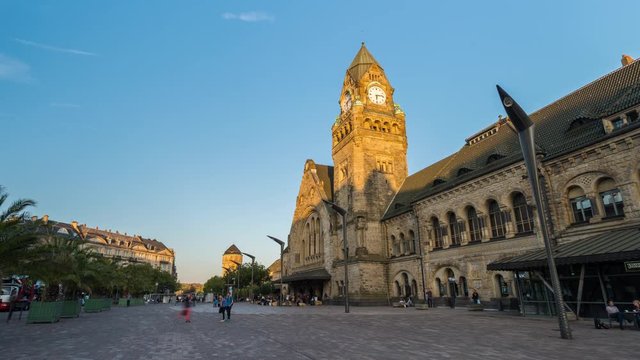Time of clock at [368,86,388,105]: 6:13
